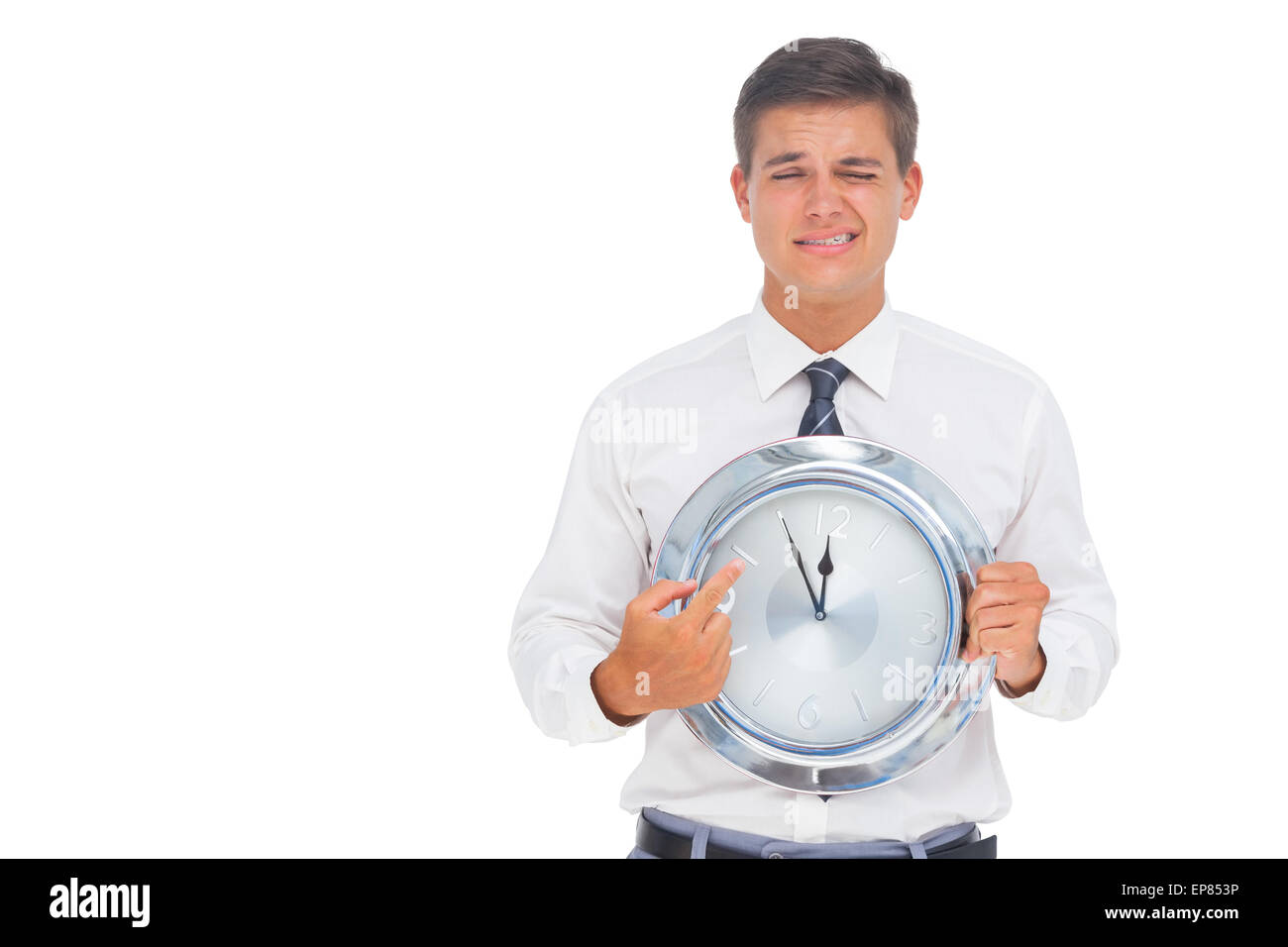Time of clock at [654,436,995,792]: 11:55
